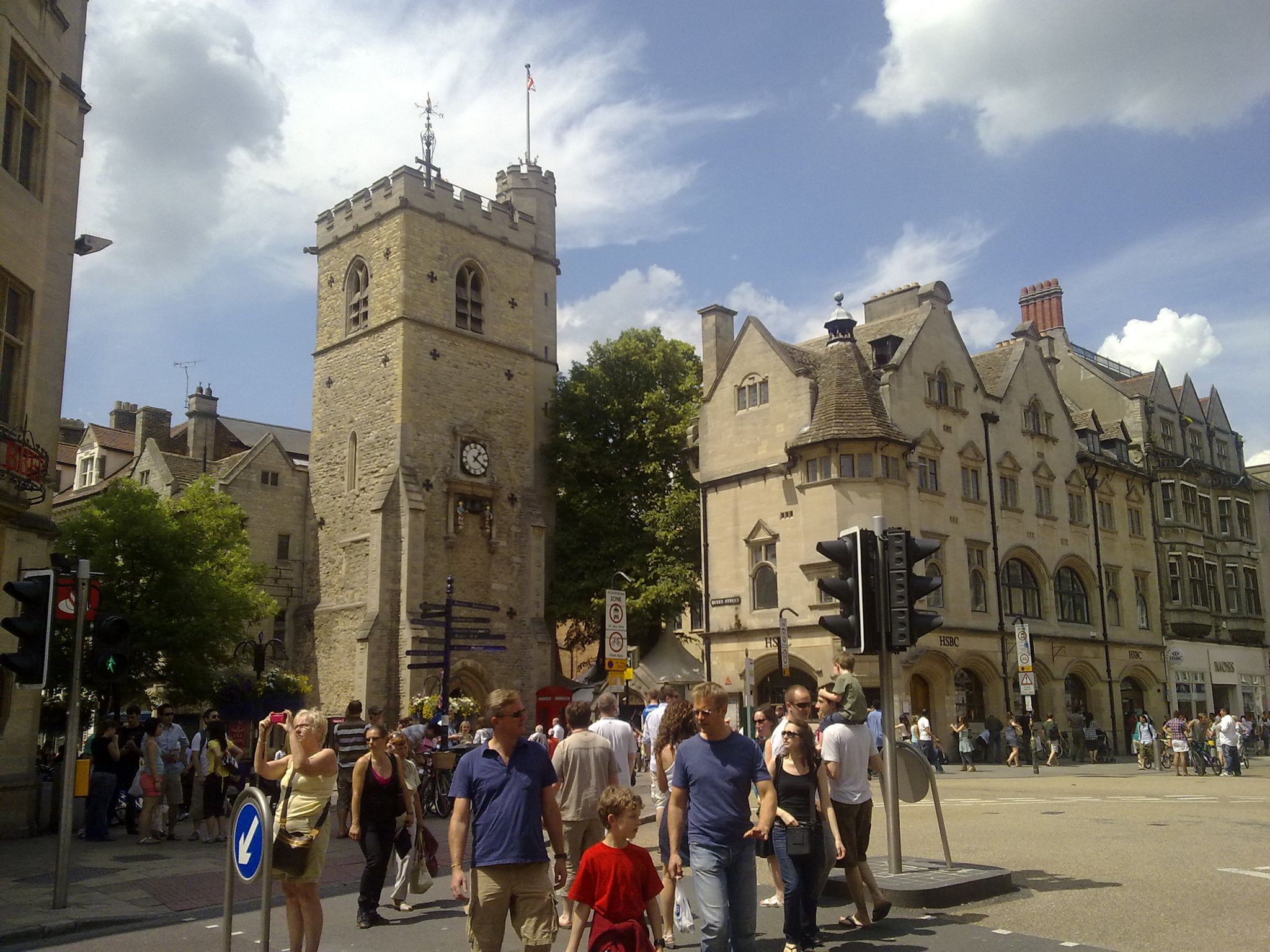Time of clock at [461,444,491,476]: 1:20
